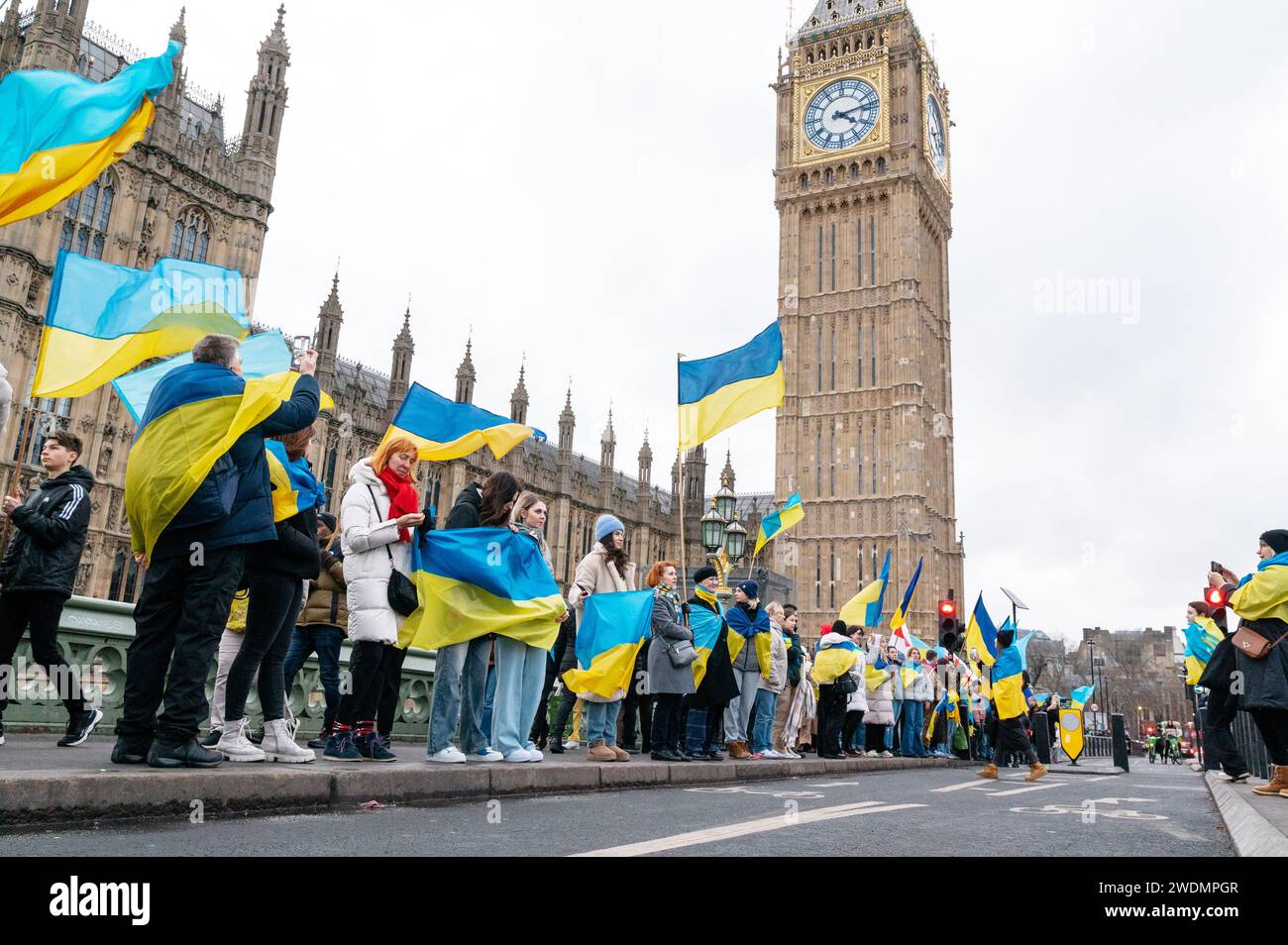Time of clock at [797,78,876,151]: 4:13
